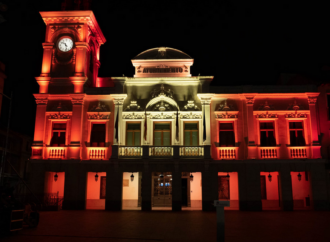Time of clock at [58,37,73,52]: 10:28
